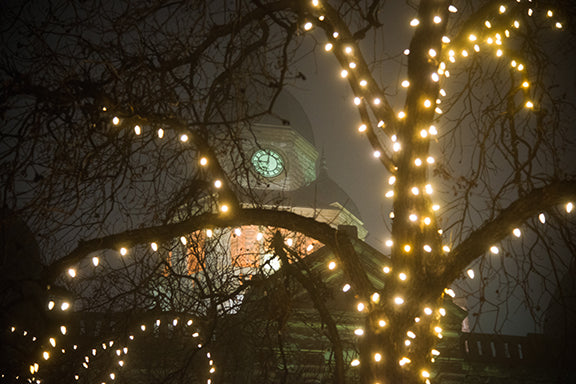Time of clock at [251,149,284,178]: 9:01
